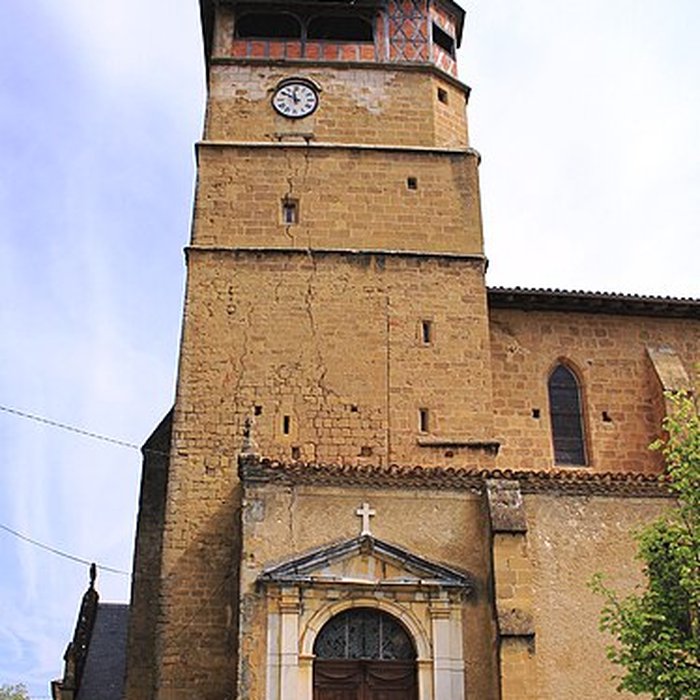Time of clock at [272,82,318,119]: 11:50
